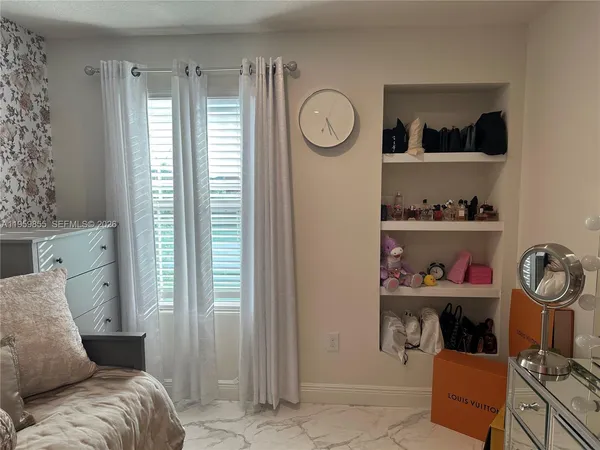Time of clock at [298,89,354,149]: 5:24
